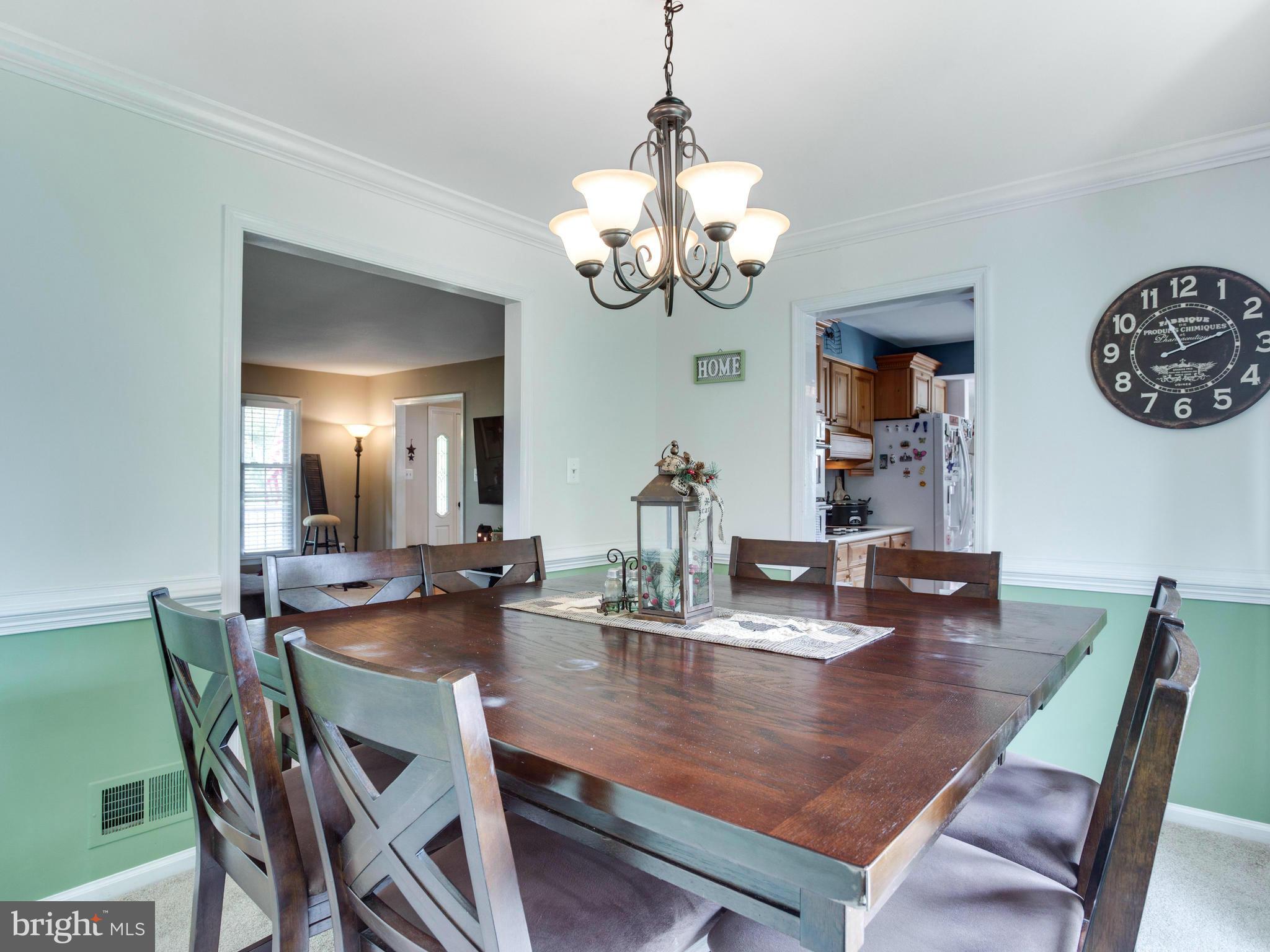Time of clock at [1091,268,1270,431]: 11:11
